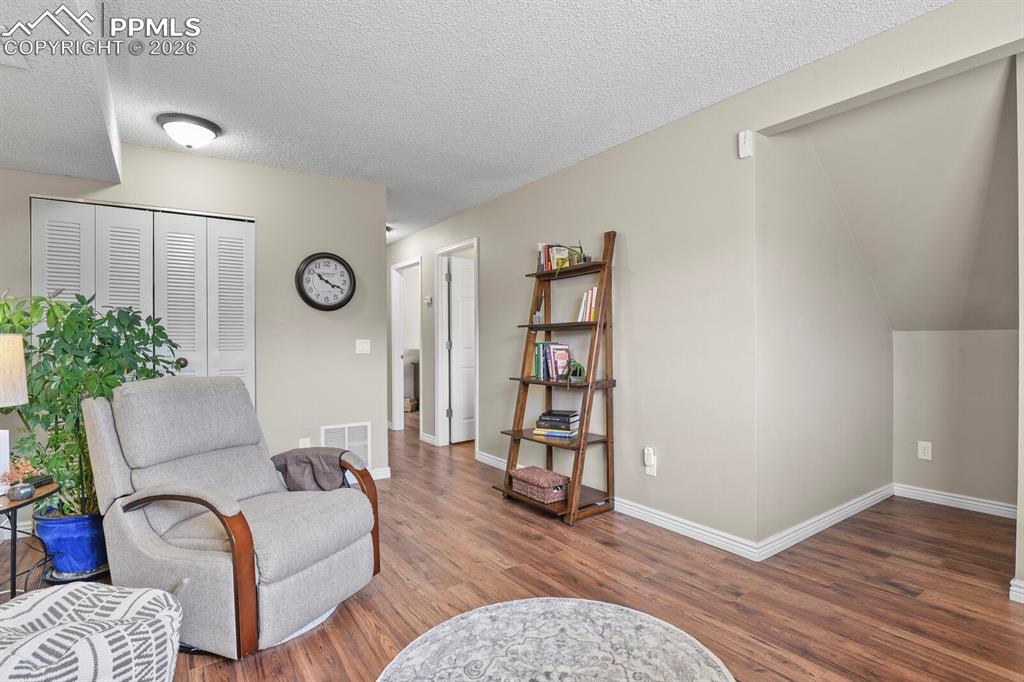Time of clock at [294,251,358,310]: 10:18
